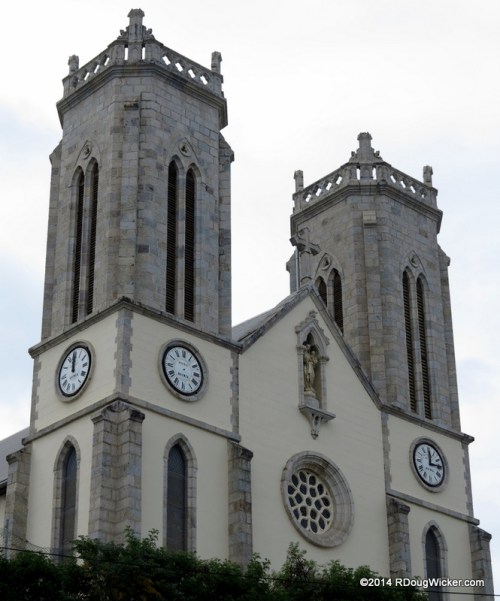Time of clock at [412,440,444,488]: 12:14
